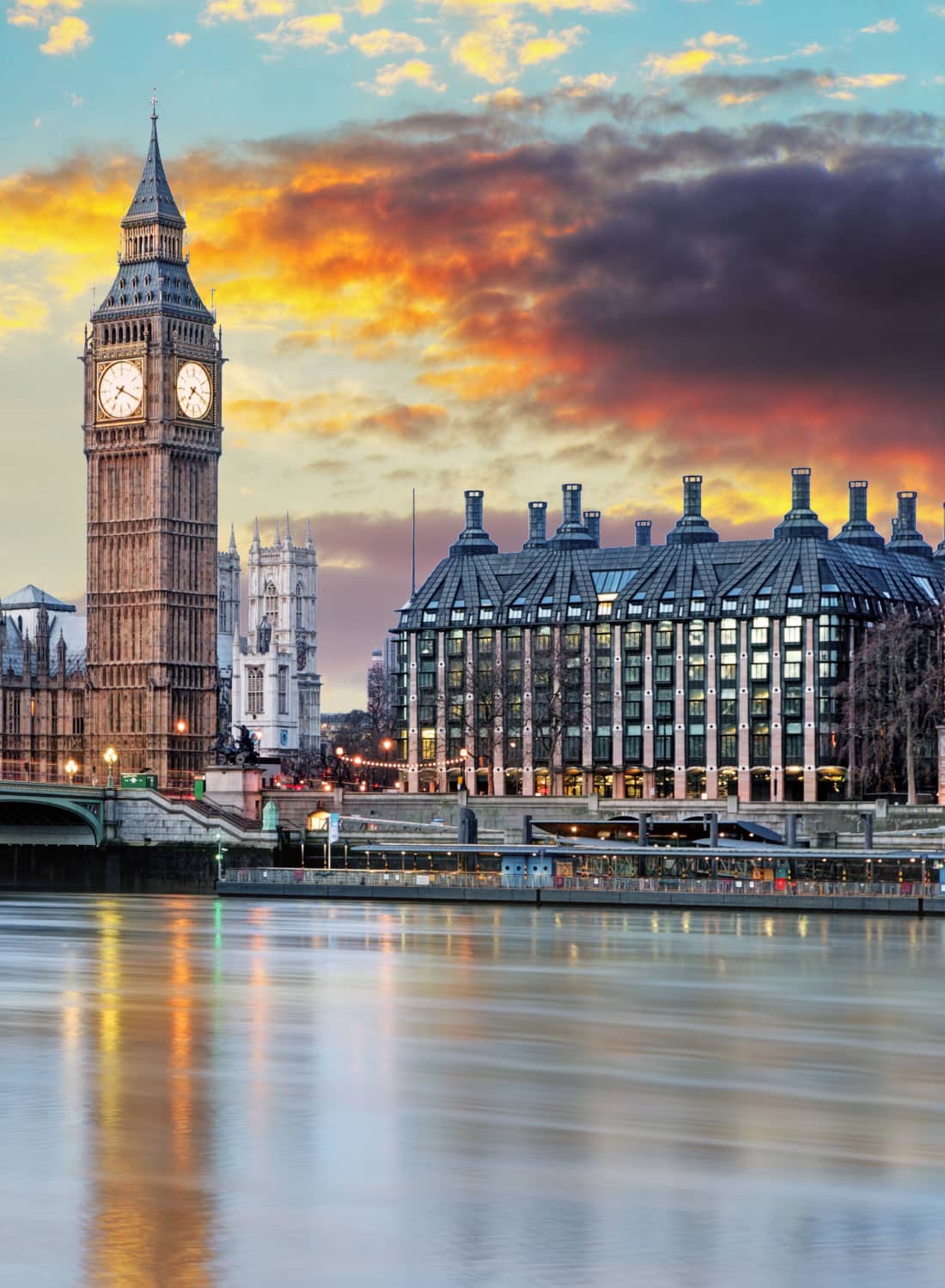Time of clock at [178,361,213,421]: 7:18
